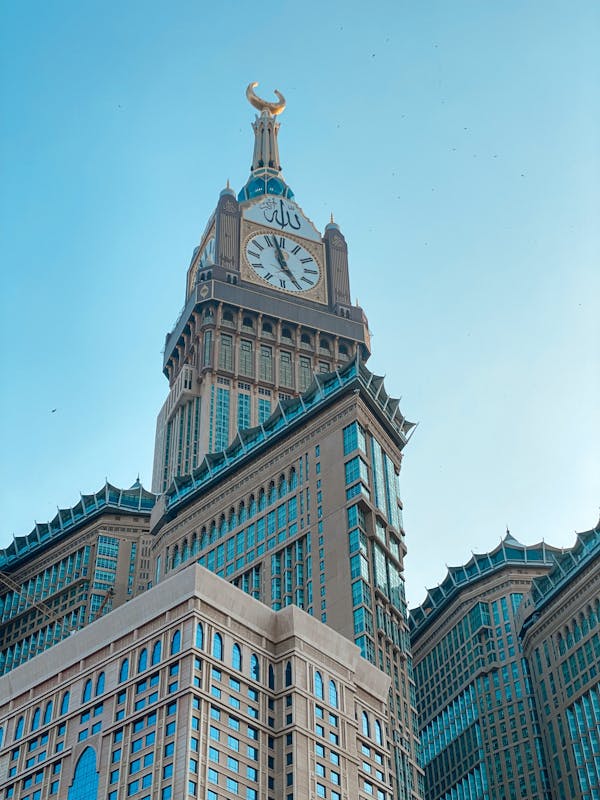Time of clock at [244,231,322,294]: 4:57
